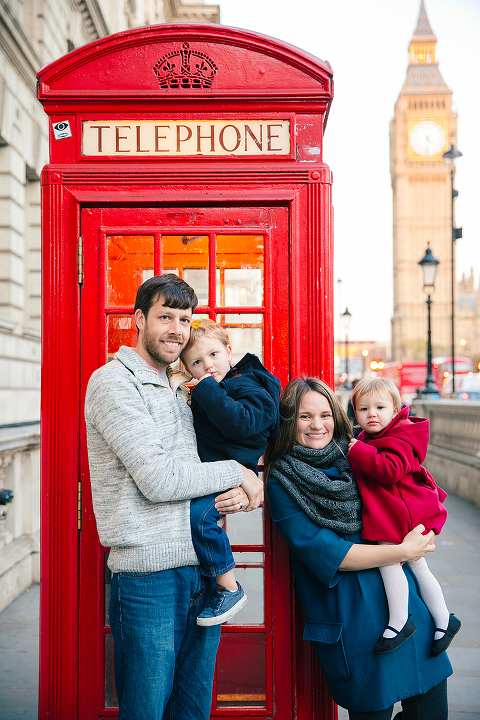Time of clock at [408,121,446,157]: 4:31
